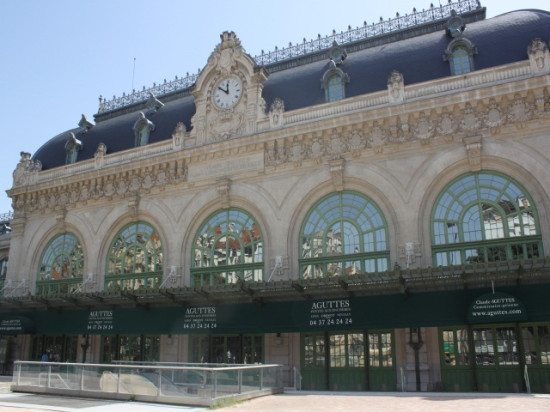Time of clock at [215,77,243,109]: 11:50
